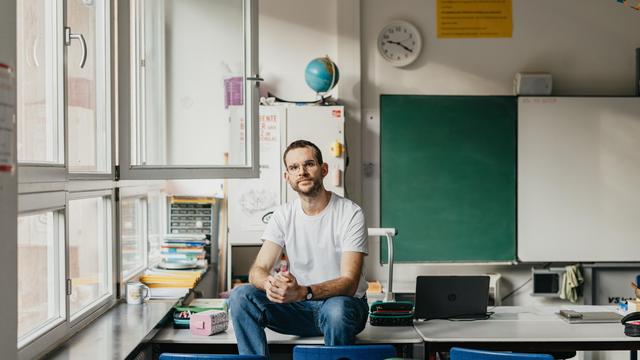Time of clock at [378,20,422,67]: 9:20
